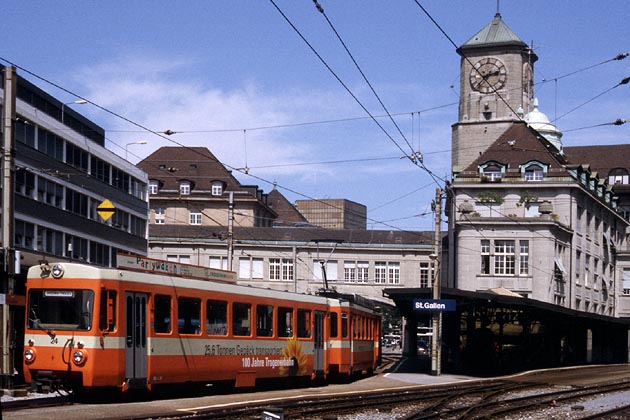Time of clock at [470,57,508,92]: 2:36
